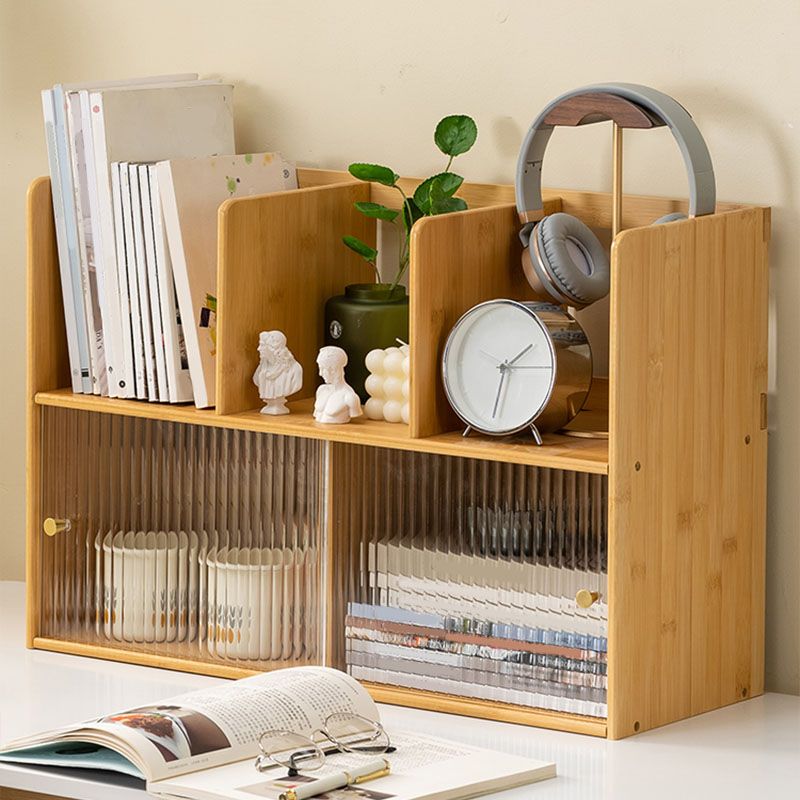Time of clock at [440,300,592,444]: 1:32
